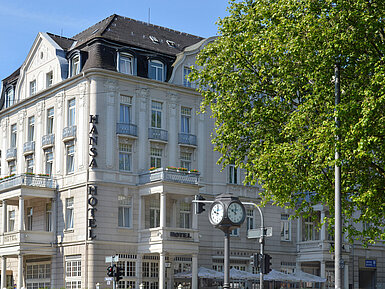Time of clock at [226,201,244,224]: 10:00
